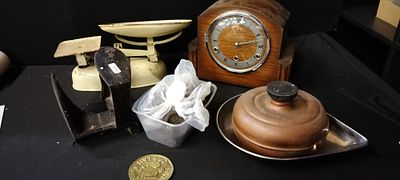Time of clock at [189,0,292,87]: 2:12
